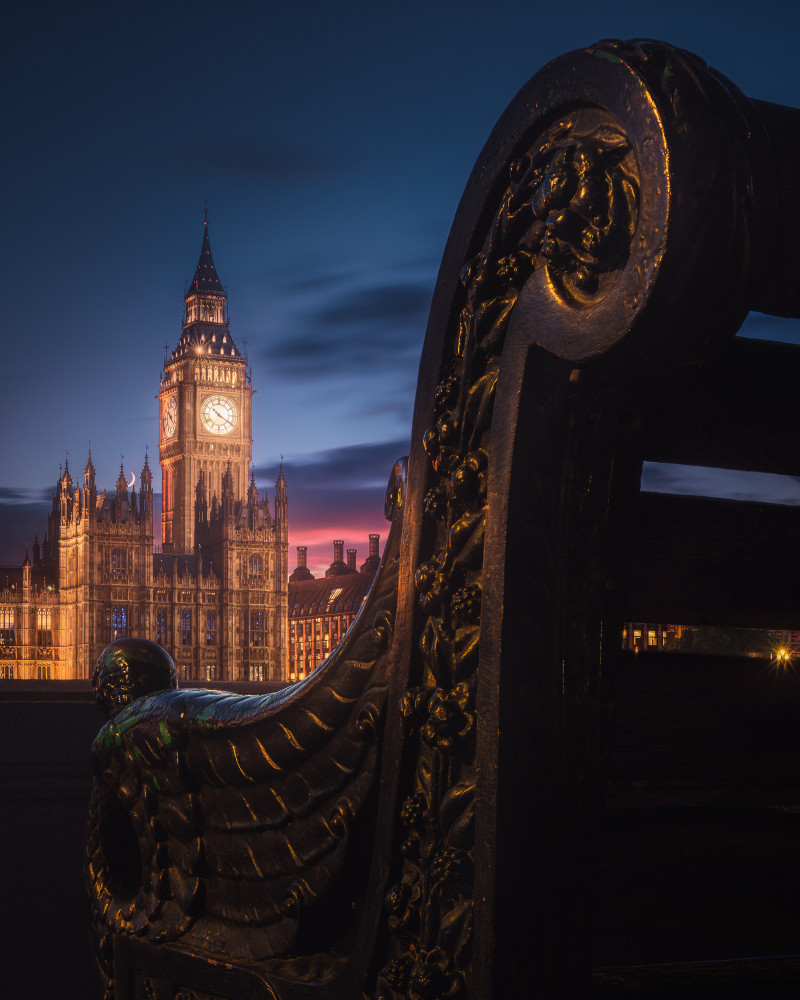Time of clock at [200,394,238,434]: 10:20
